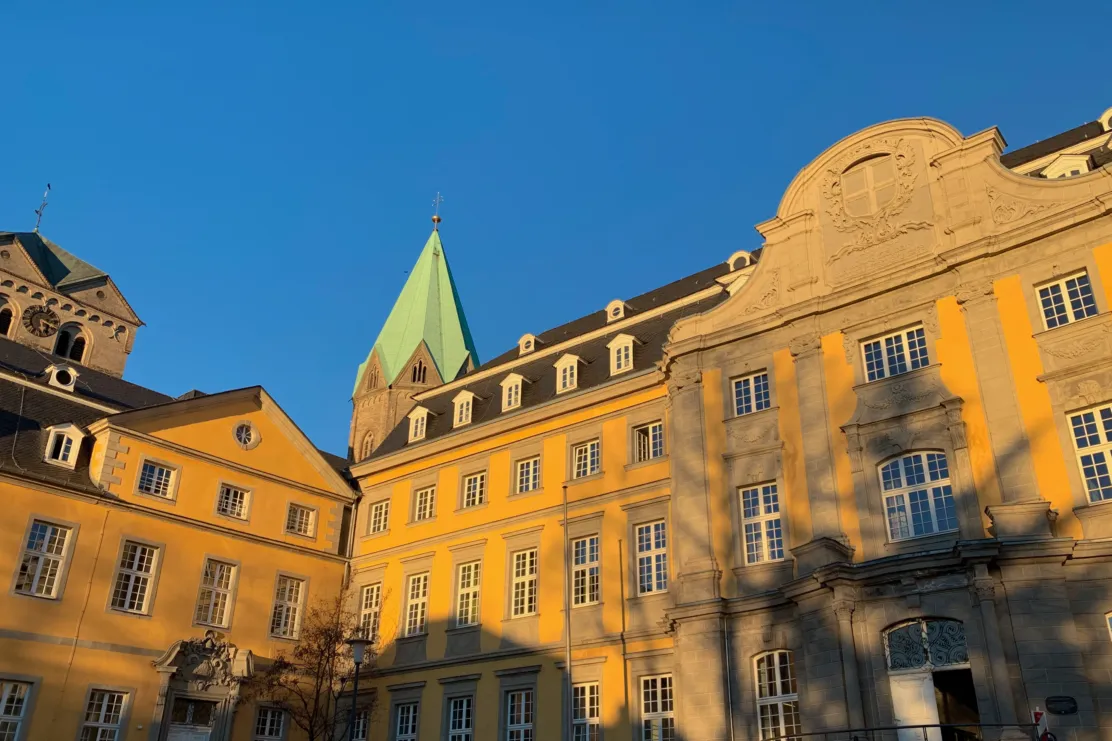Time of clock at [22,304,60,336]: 5:18
